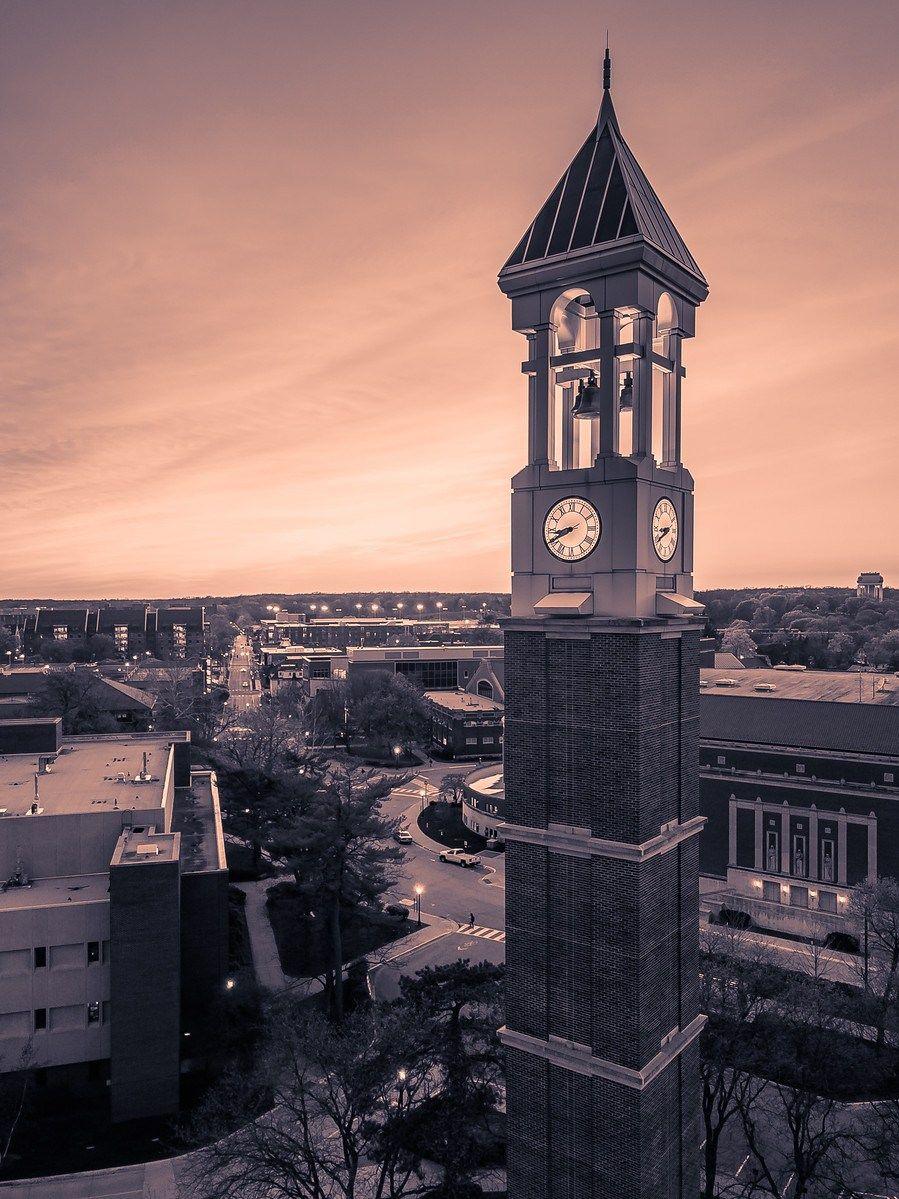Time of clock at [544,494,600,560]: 8:40
